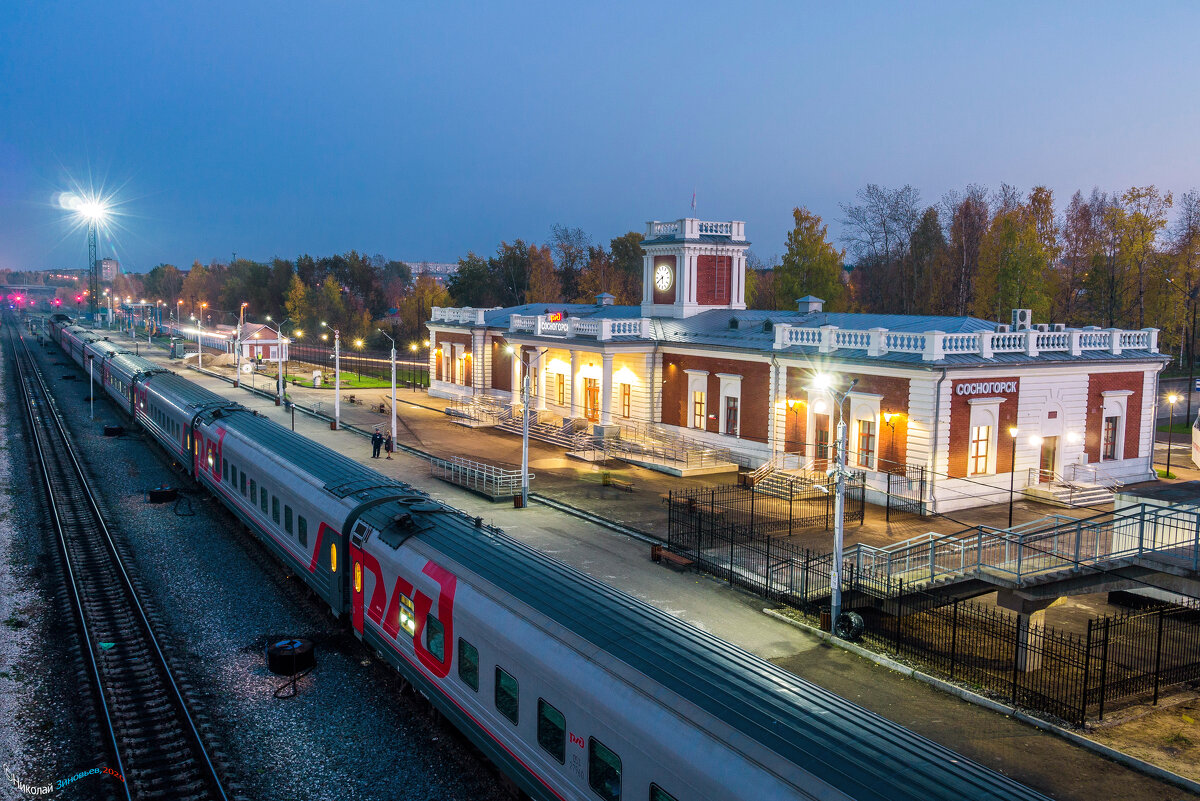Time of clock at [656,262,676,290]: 5:40
